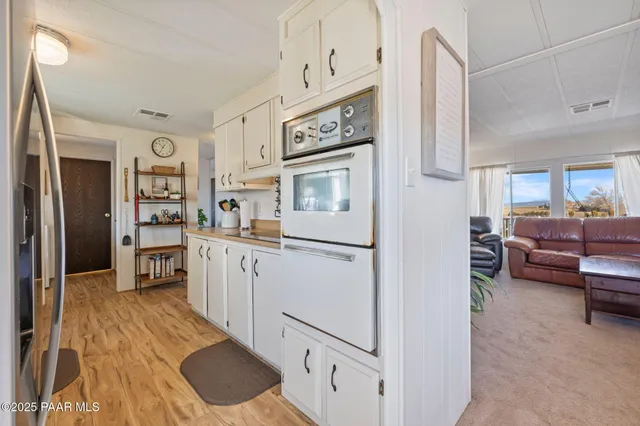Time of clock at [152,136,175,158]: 10:34
